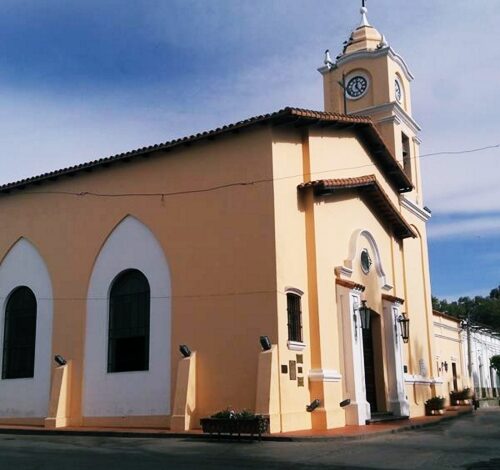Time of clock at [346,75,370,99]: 12:23
